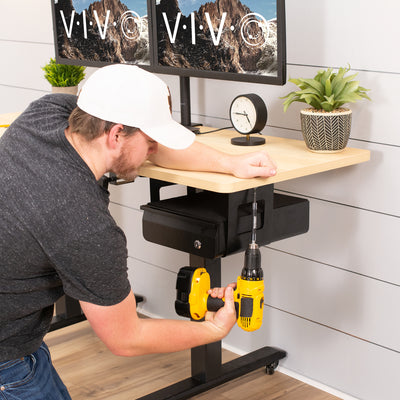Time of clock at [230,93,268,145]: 4:45
